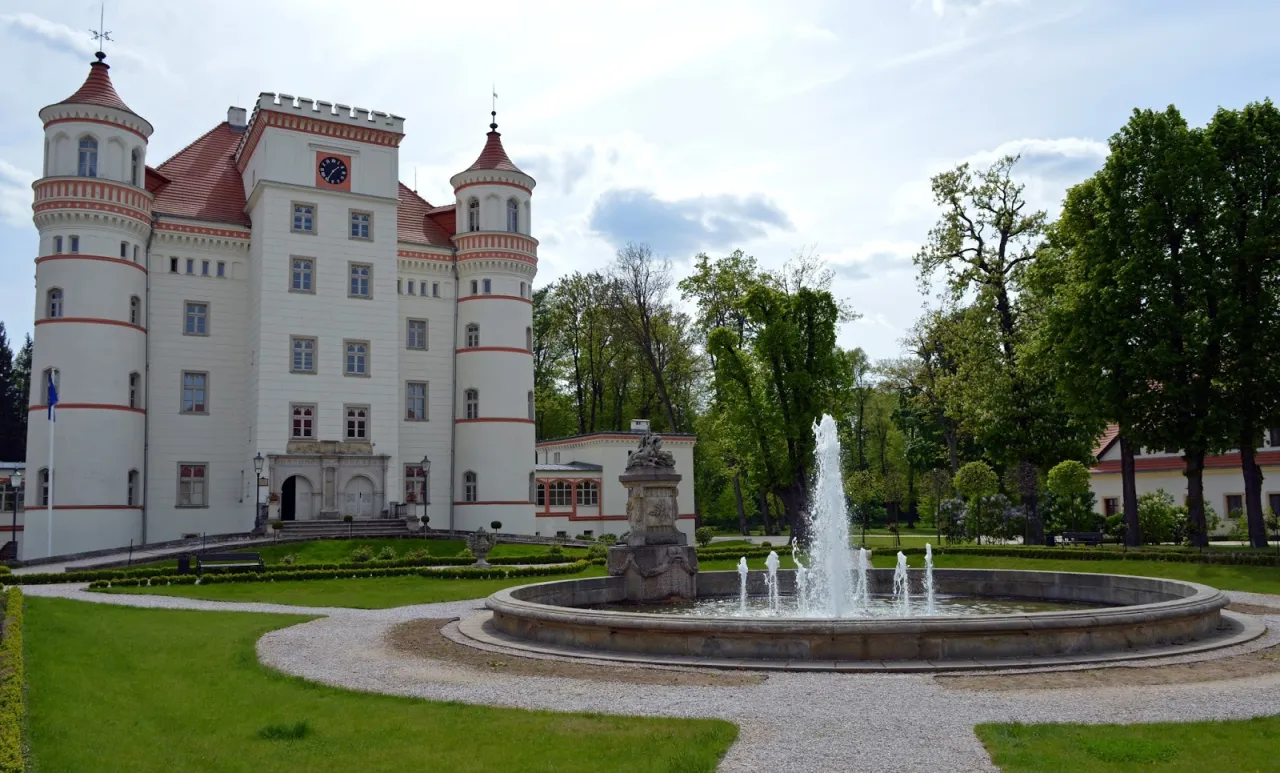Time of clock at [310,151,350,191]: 1:35
